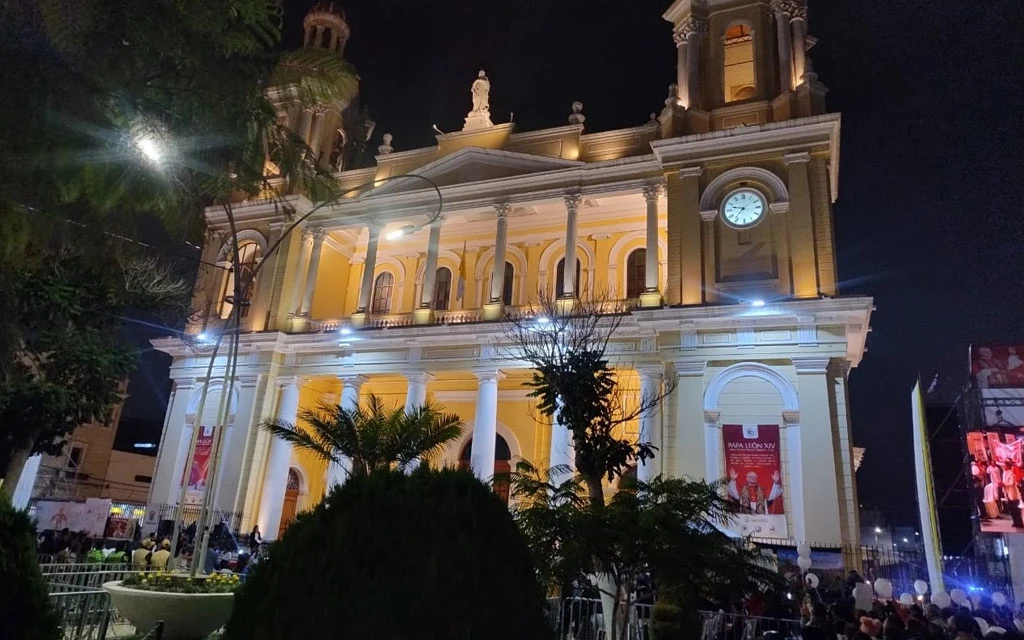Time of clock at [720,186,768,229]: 9:36
